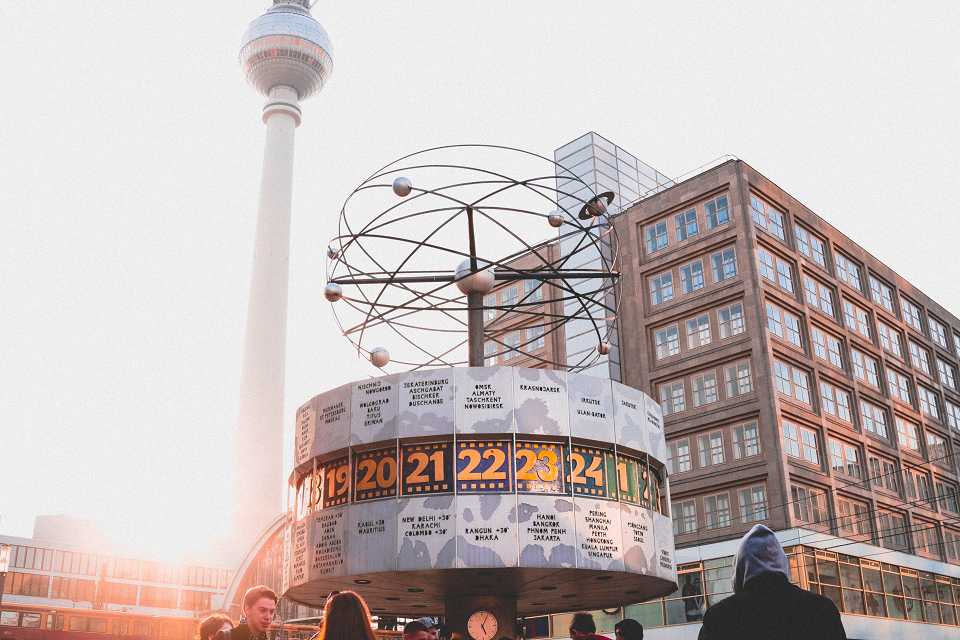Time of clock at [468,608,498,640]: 5:05
